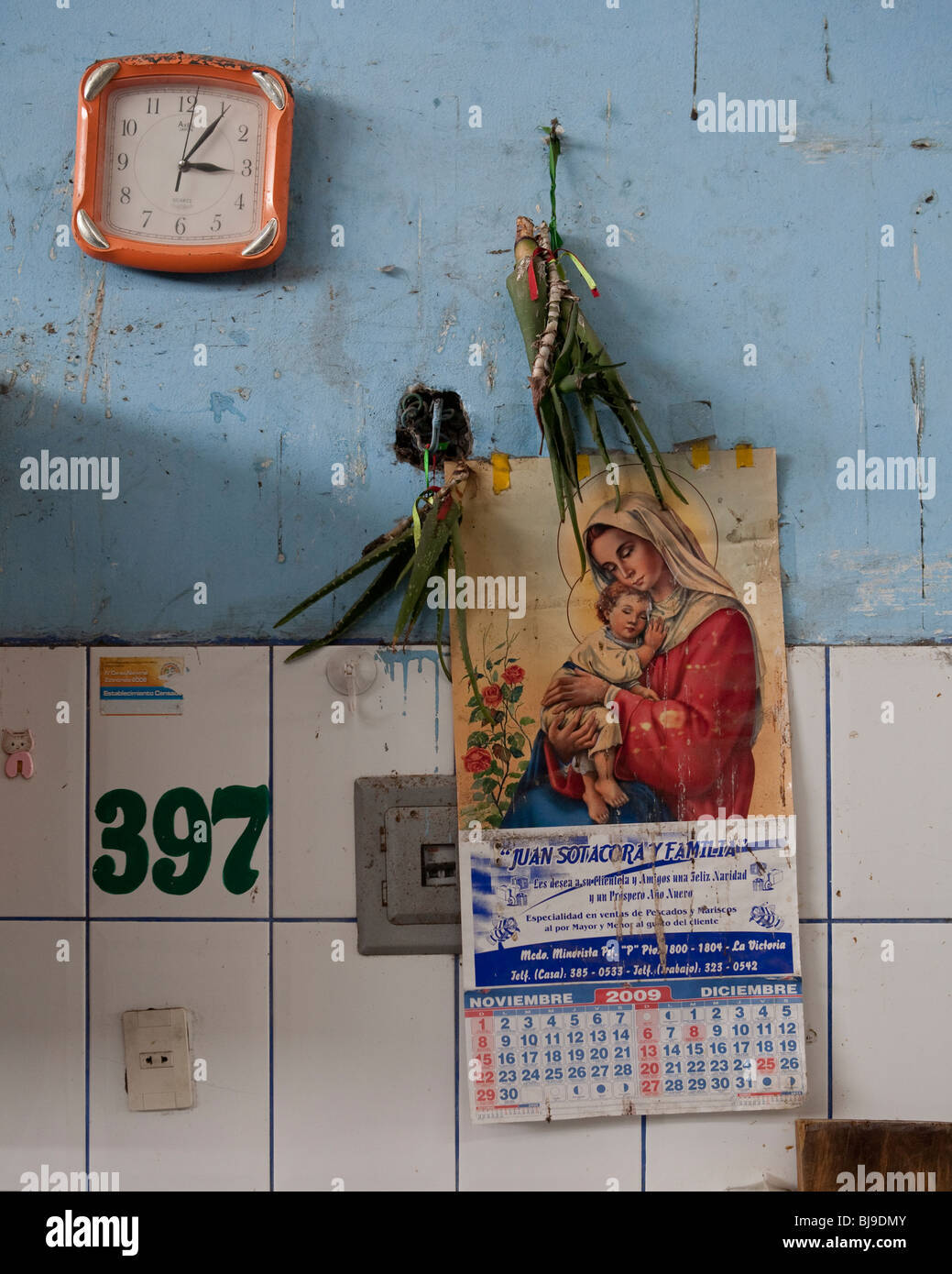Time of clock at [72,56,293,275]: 3:05
